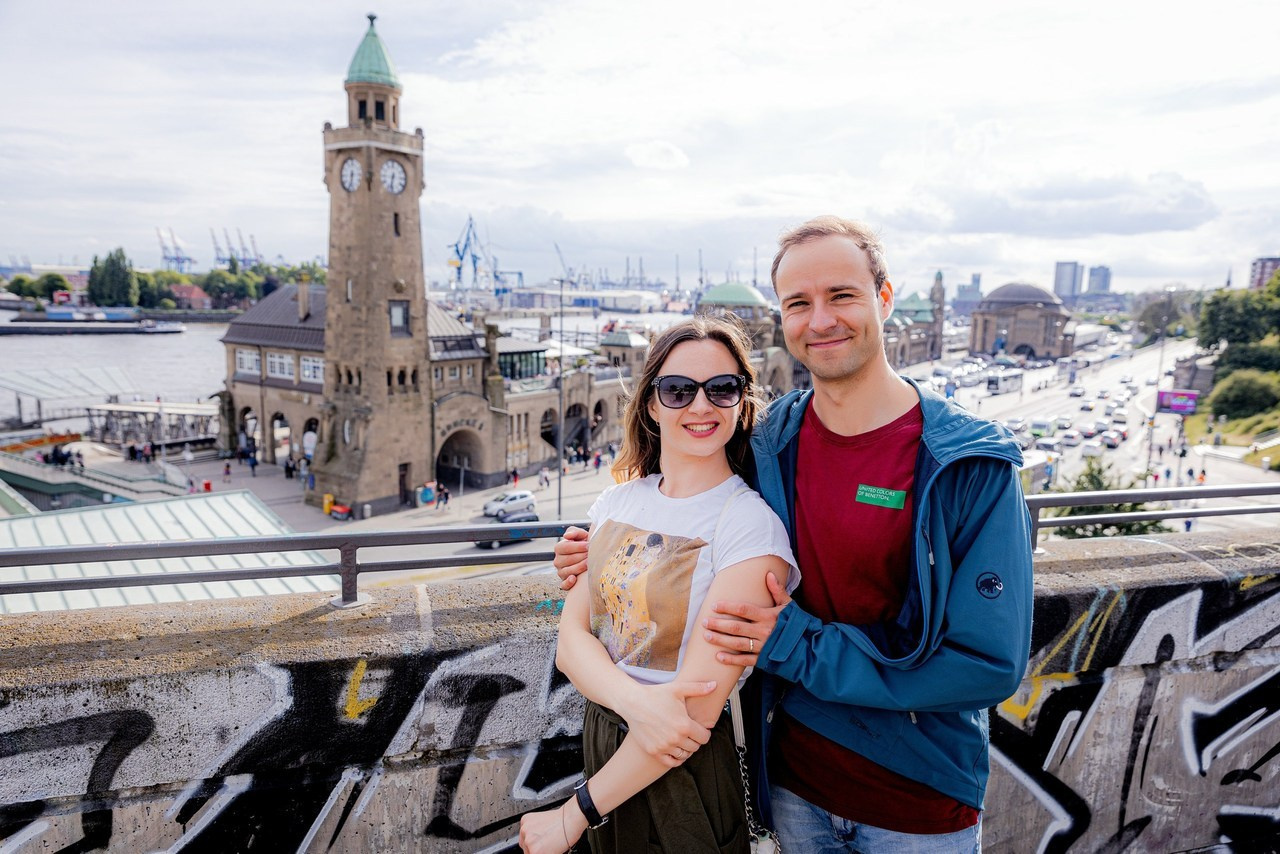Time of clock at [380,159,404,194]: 6:32
